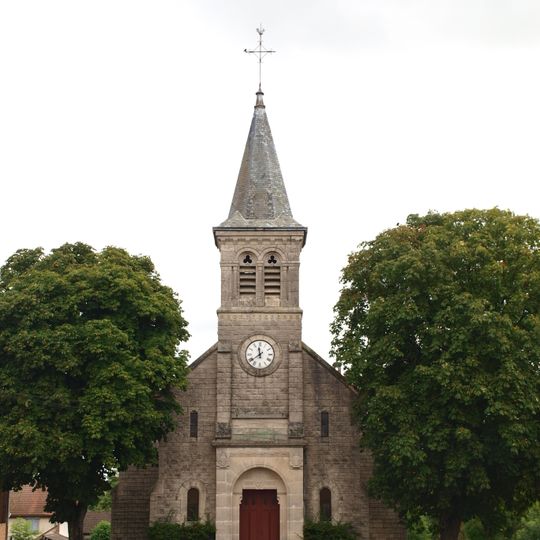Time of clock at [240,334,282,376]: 11:38
